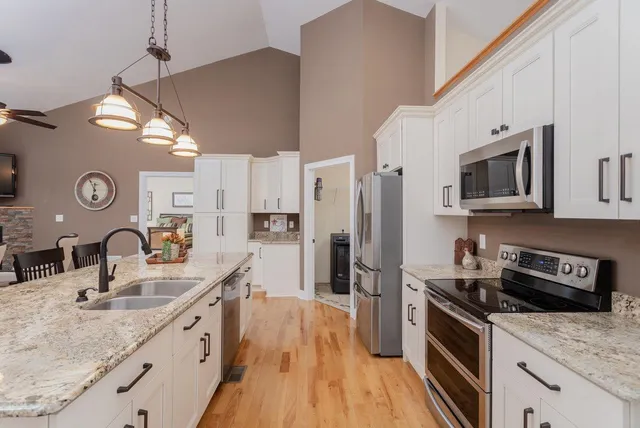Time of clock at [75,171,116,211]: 11:32
